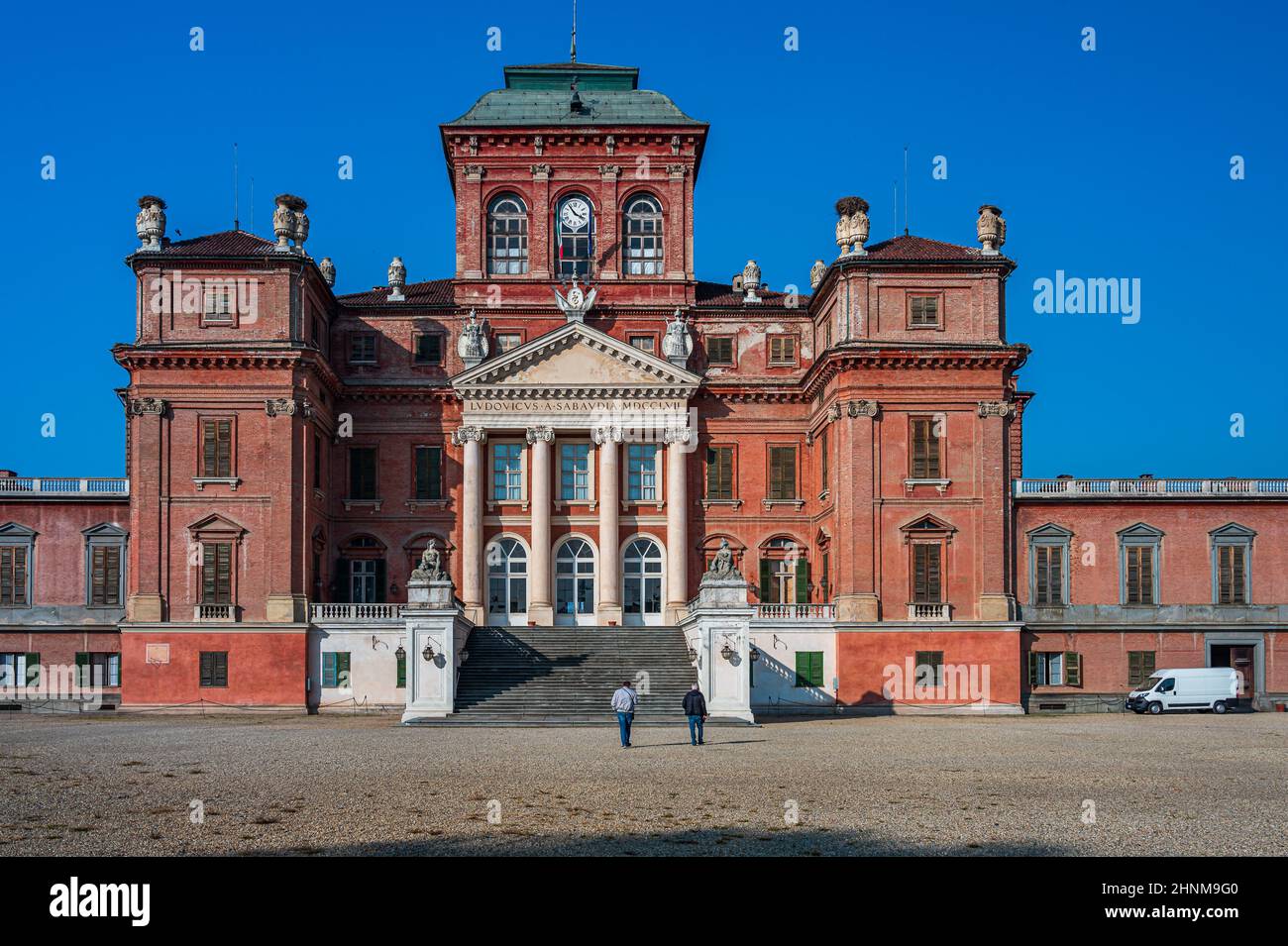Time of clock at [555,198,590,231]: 3:53
